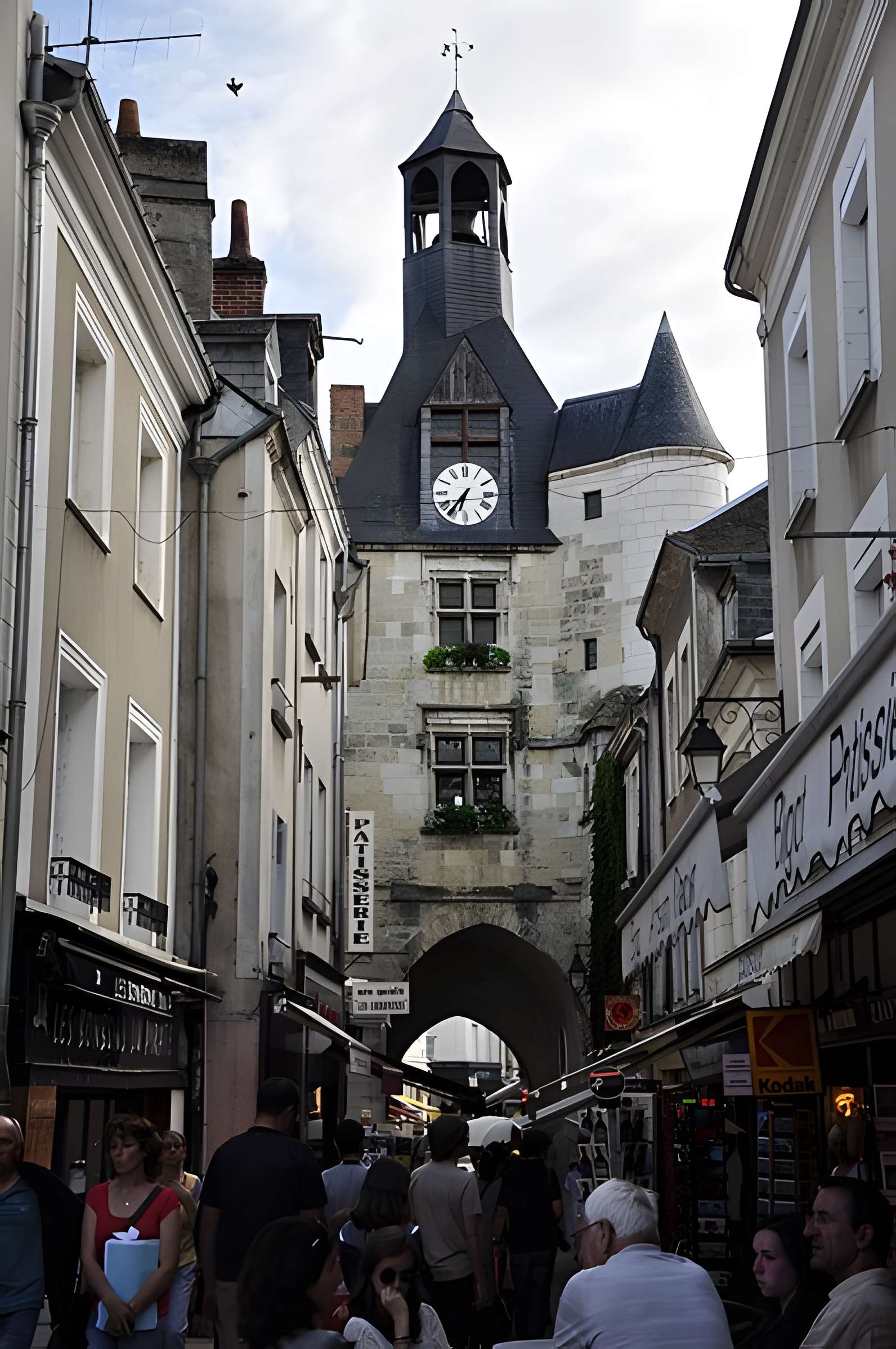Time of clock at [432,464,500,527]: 6:36
